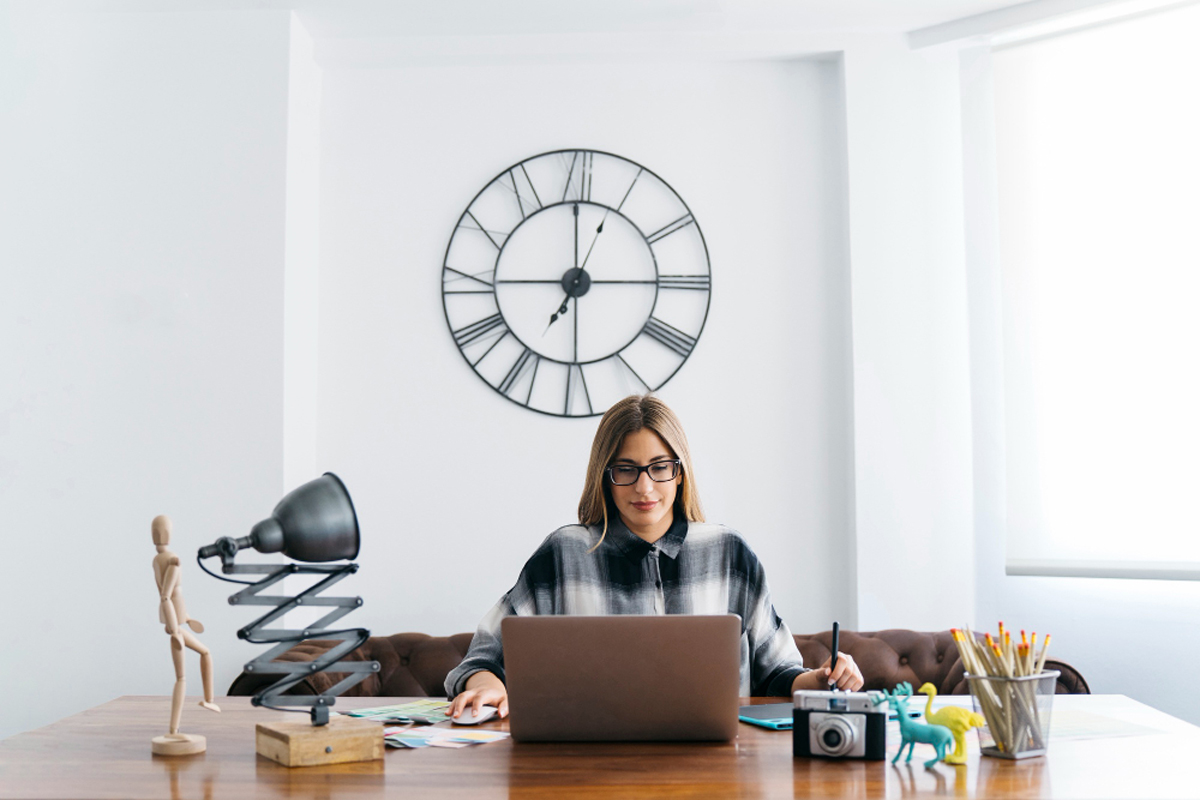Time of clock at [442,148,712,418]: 7:00
